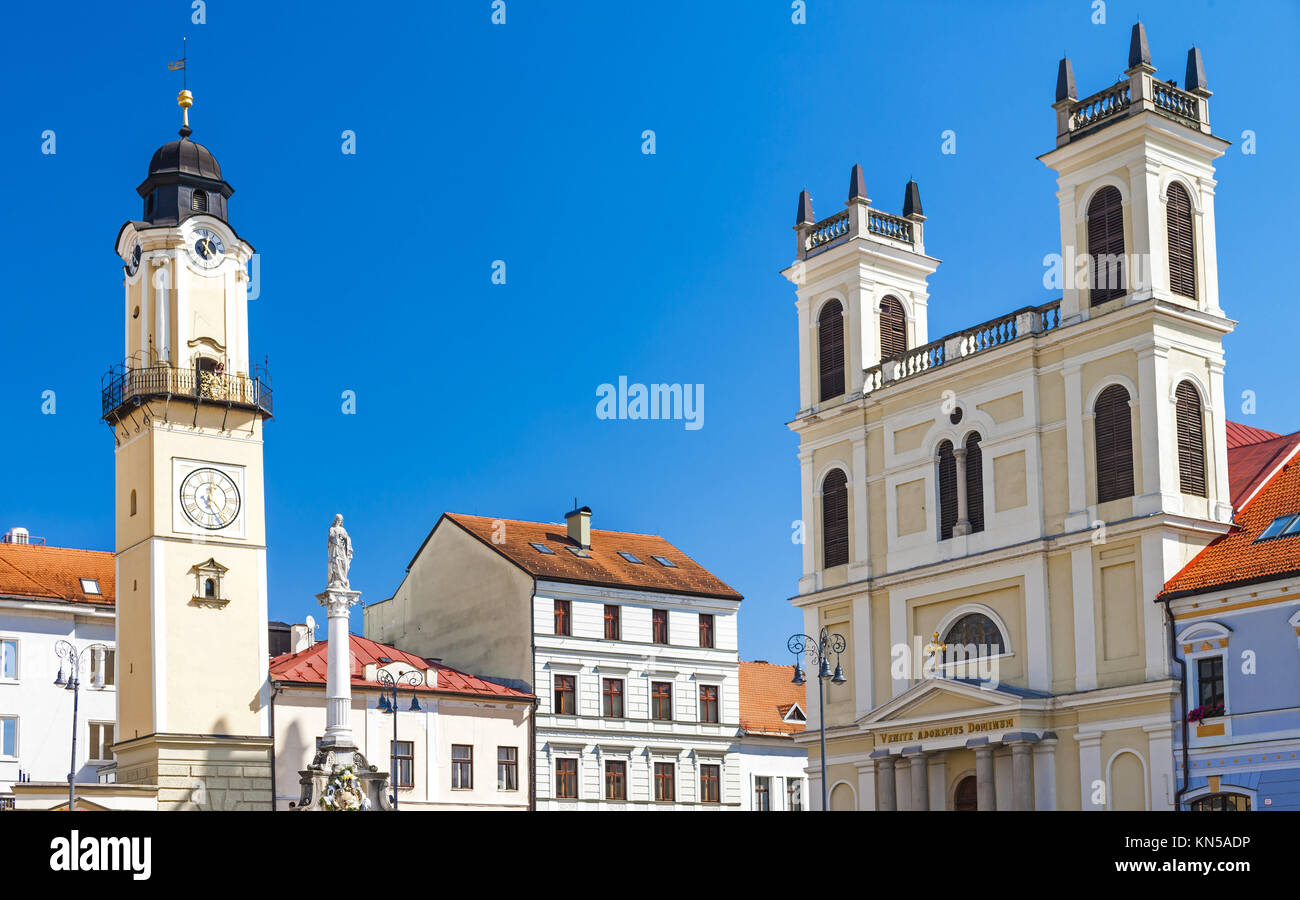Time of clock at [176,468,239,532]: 12:24
